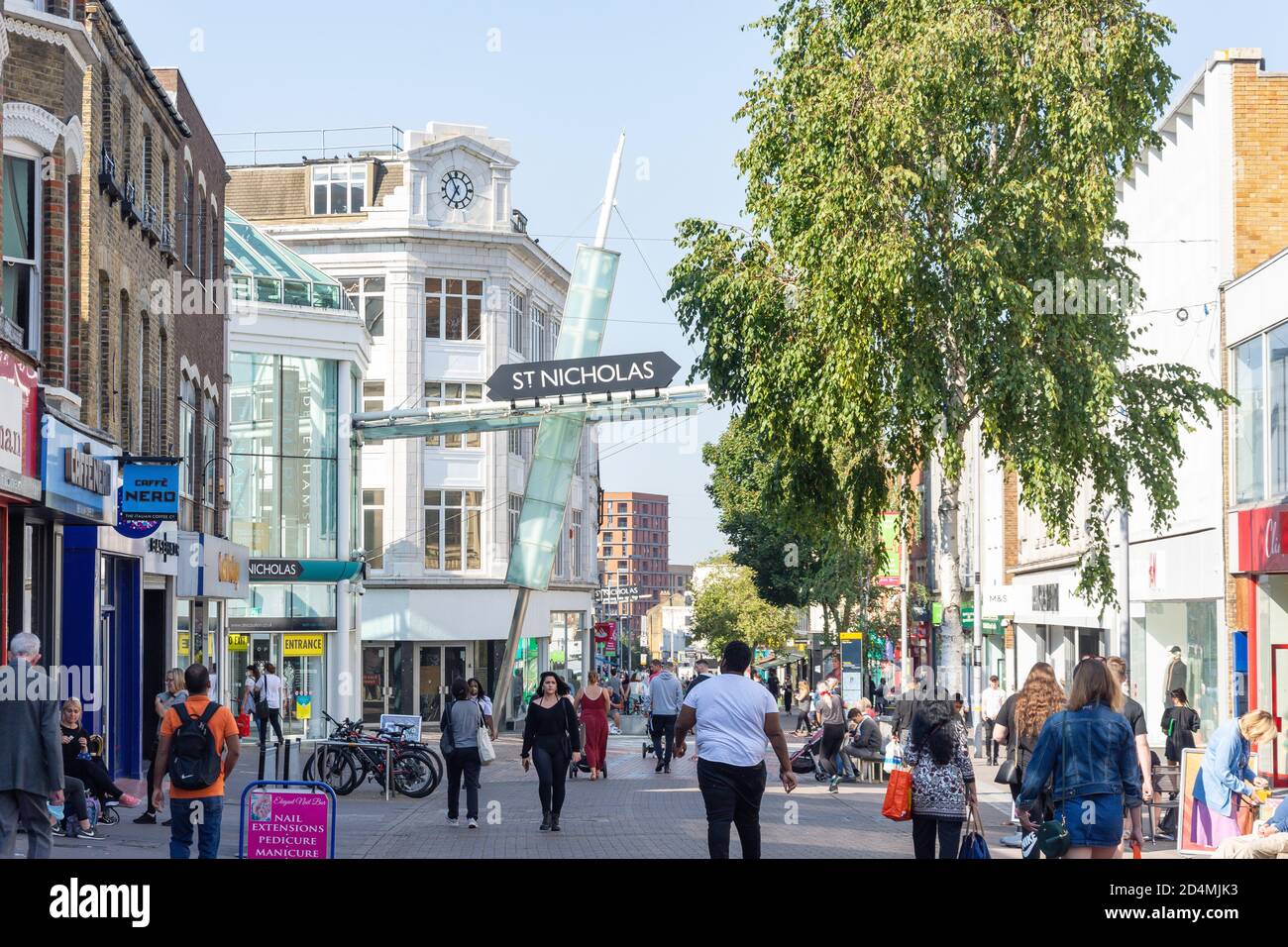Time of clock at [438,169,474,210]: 6:55
